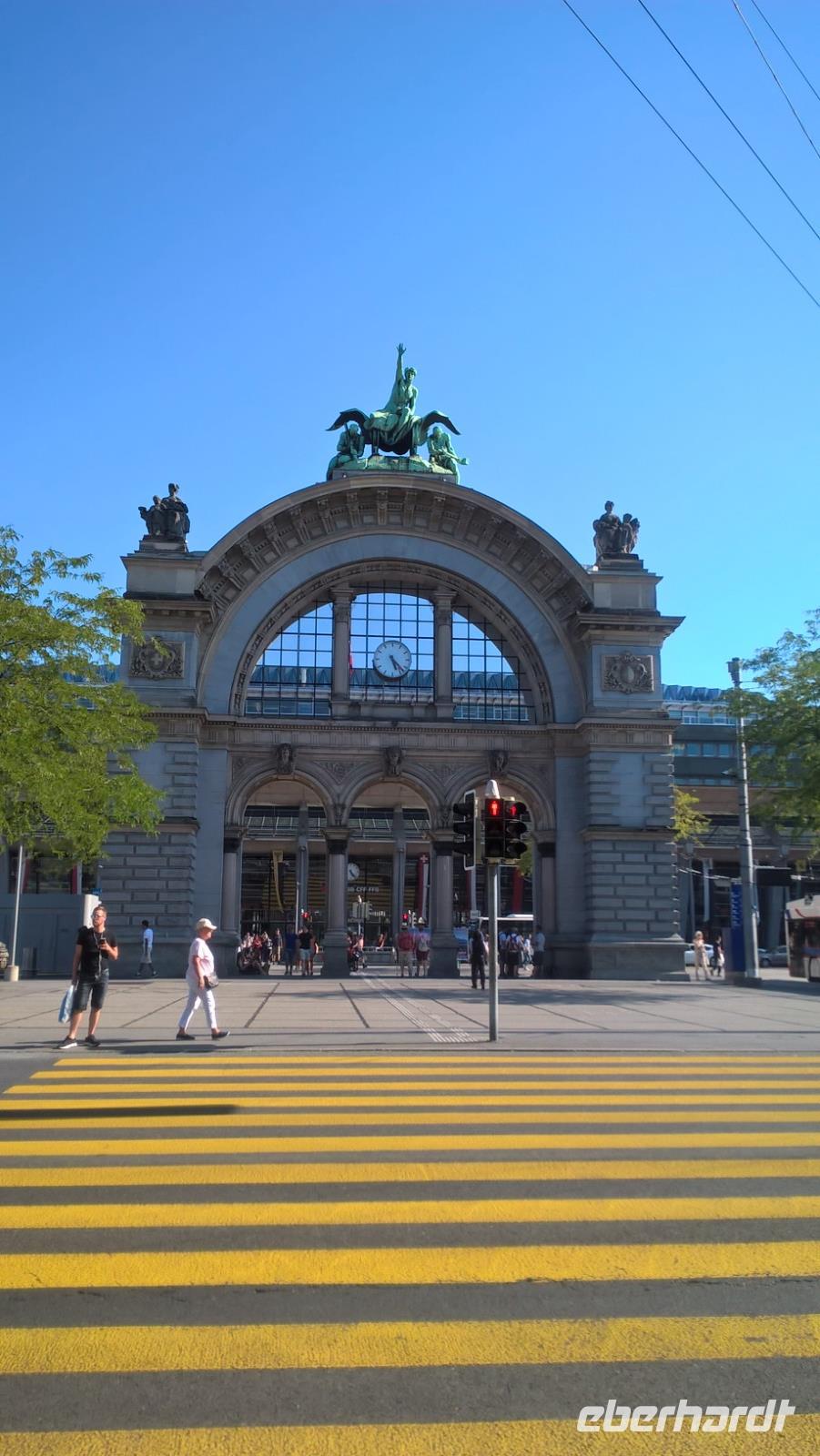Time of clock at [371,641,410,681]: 5:22
